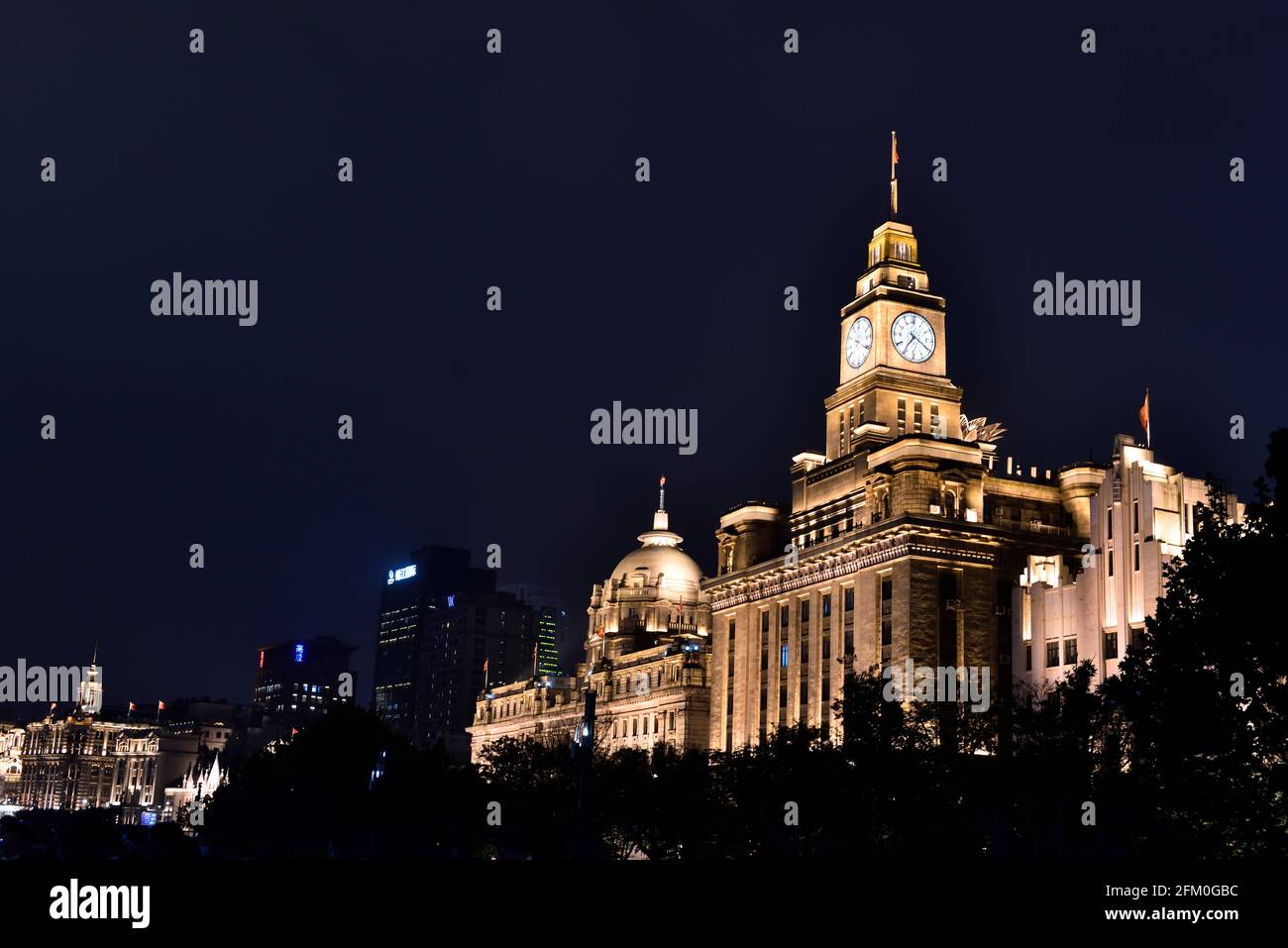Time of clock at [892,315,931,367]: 7:19
